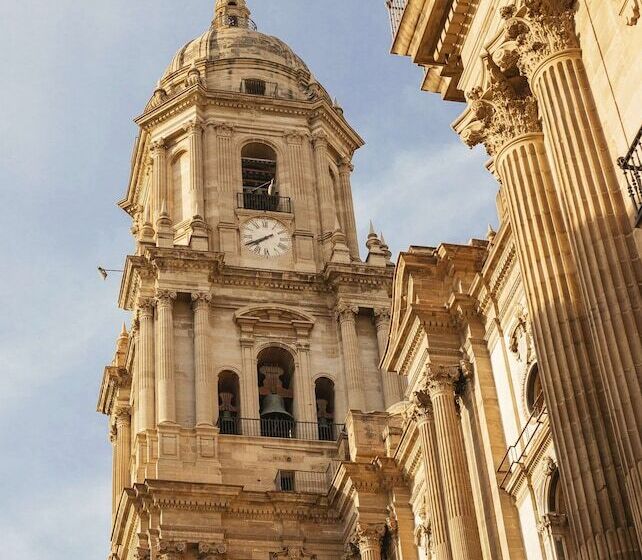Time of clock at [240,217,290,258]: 7:40
